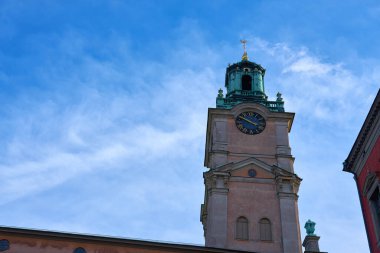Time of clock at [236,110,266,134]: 3:48
